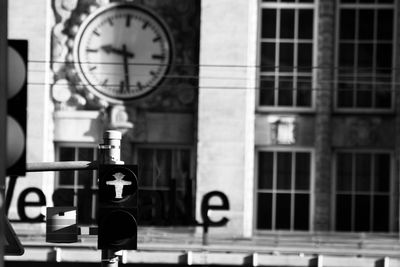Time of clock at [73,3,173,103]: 9:28
